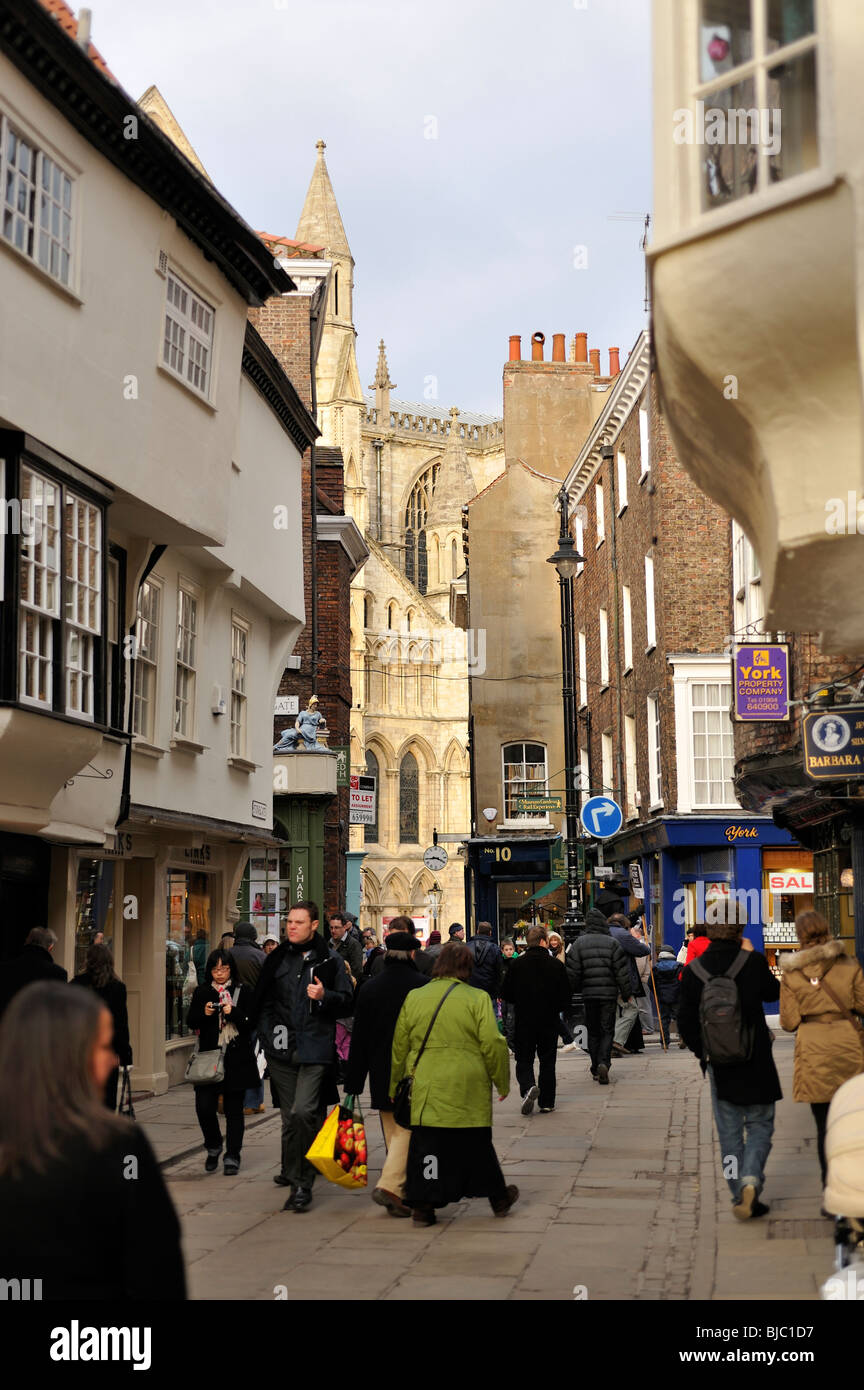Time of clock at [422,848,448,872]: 3:44
